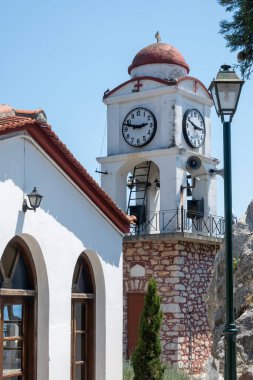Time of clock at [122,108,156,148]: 2:48
